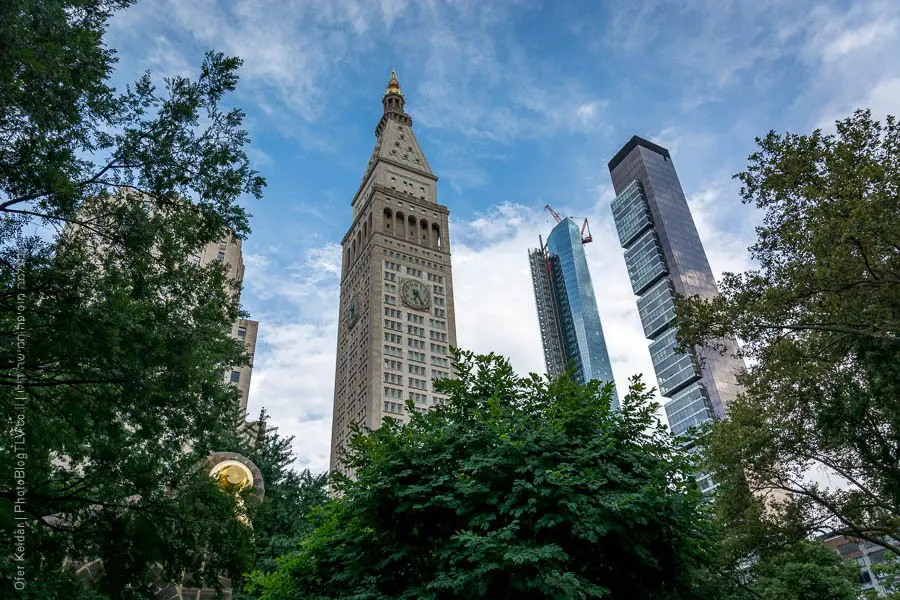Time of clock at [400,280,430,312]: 6:24
